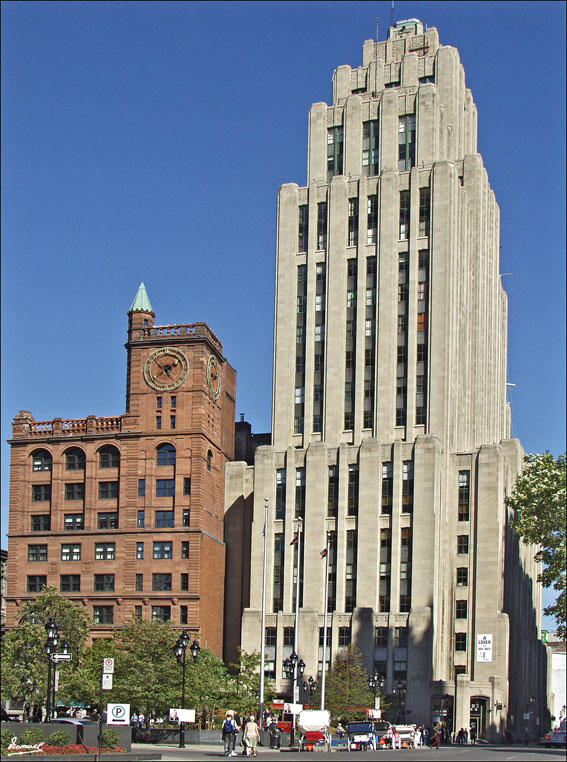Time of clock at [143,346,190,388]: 1:53
